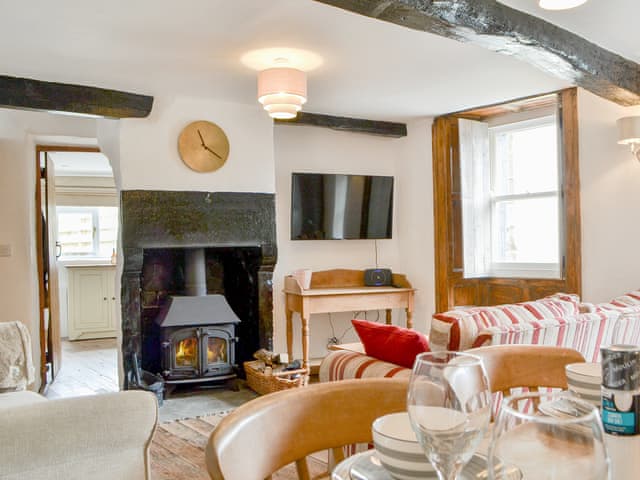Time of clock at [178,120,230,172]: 11:21
